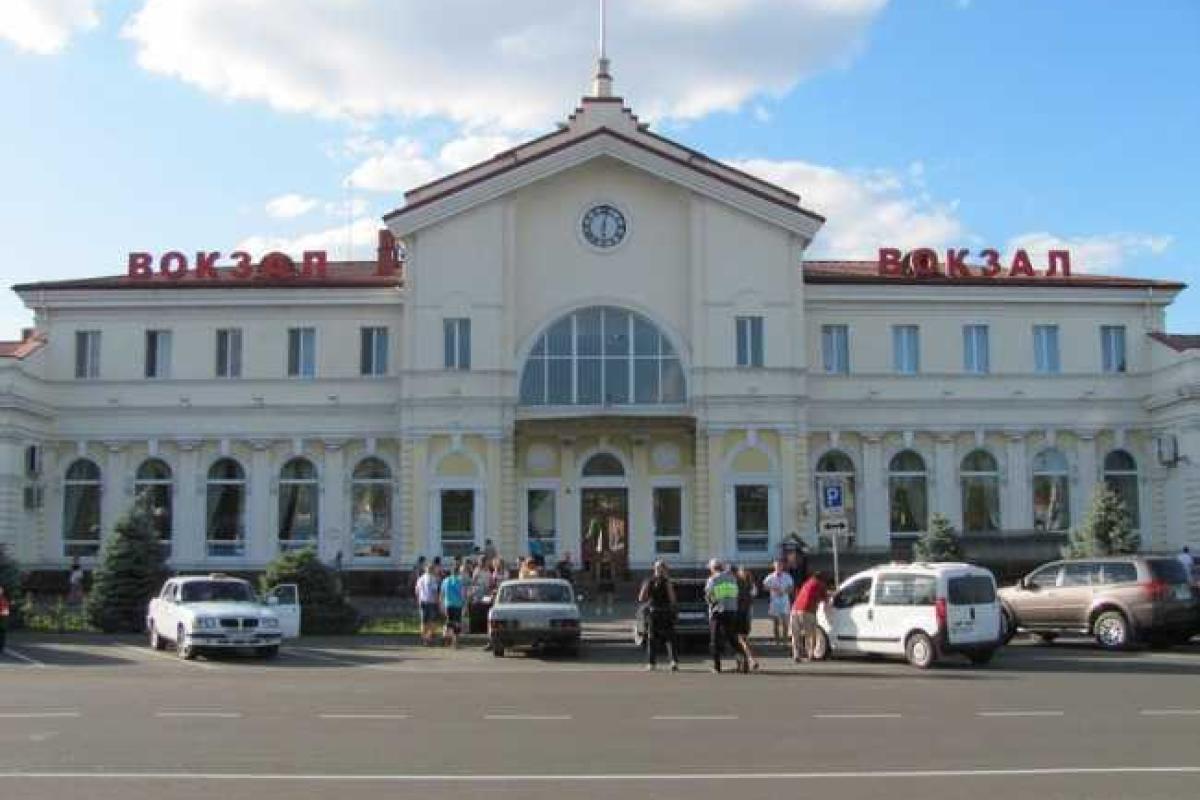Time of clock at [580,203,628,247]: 6:02
